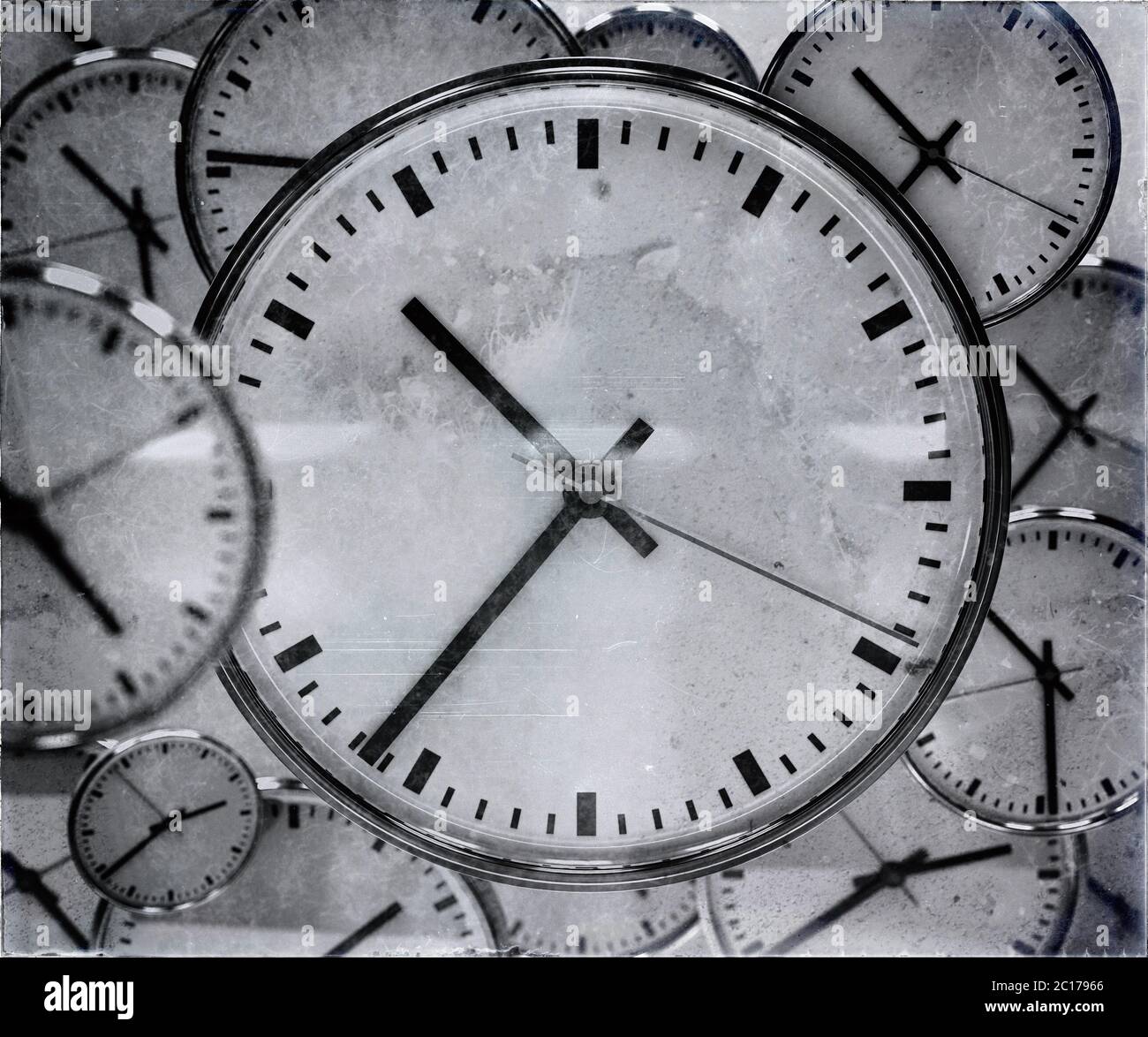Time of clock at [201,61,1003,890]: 10:36
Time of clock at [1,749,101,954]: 7:53
